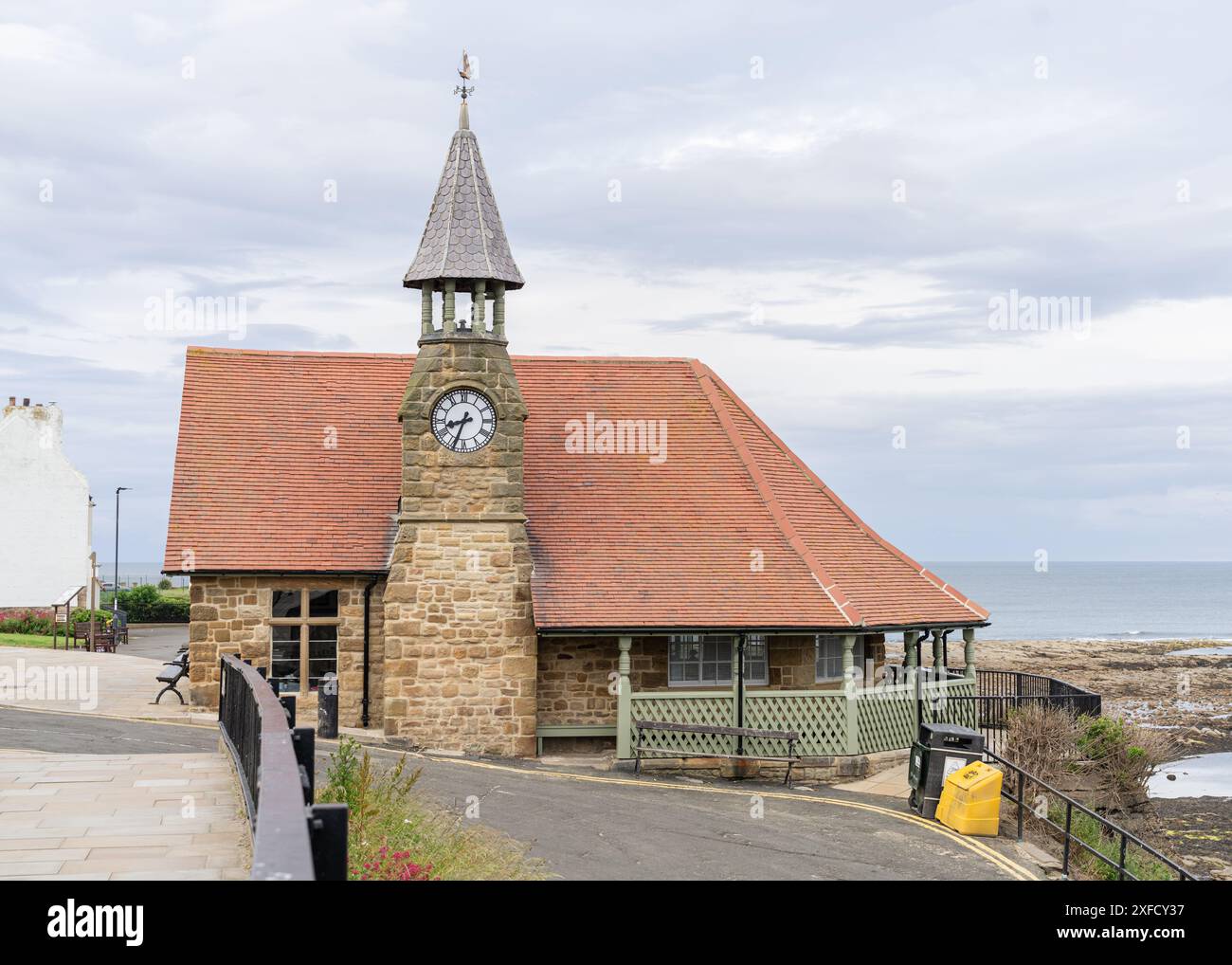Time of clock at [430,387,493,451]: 8:33
